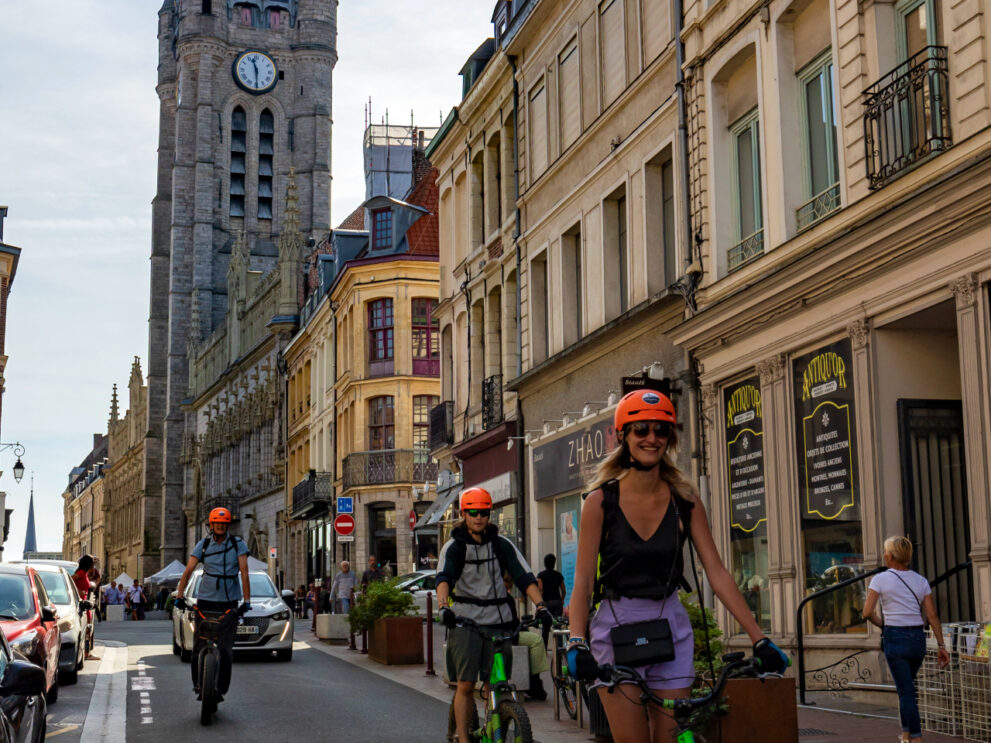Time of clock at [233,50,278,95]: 11:29
